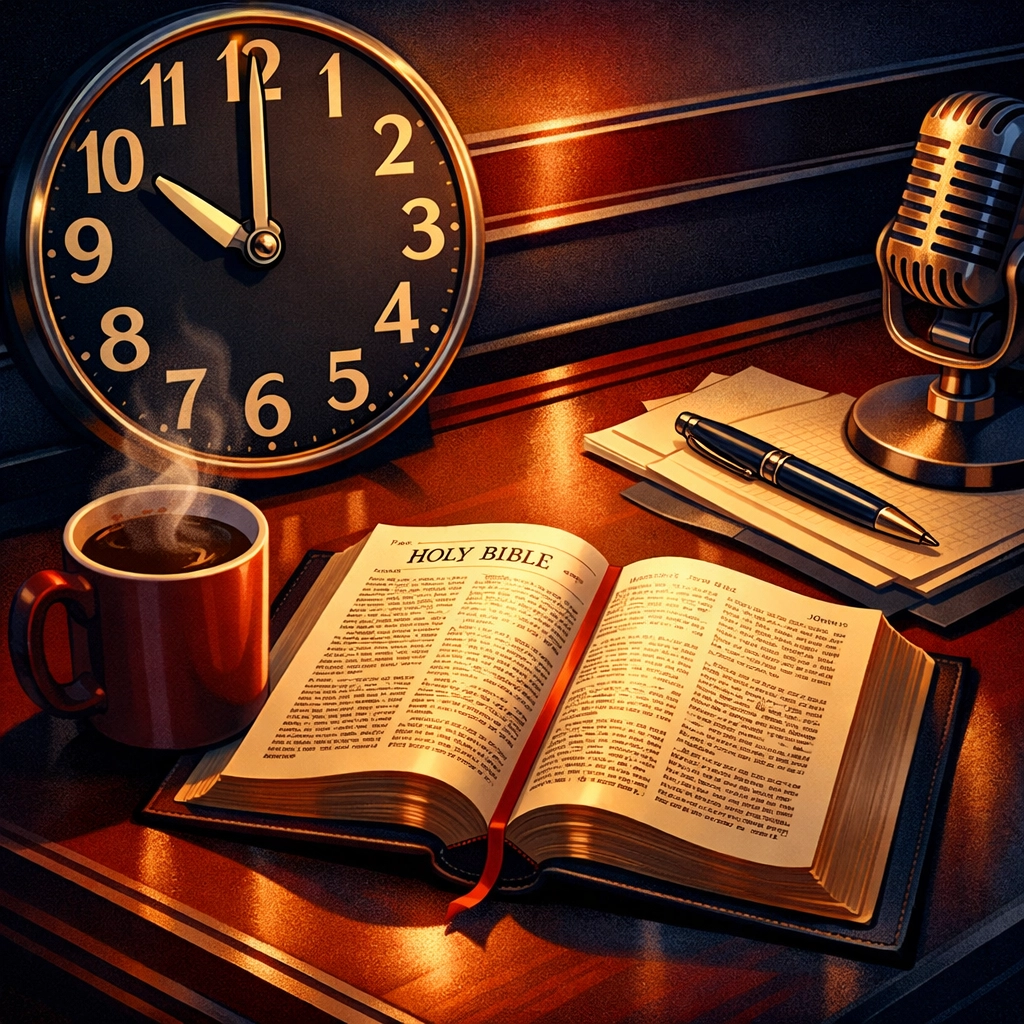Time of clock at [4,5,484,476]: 10:00
